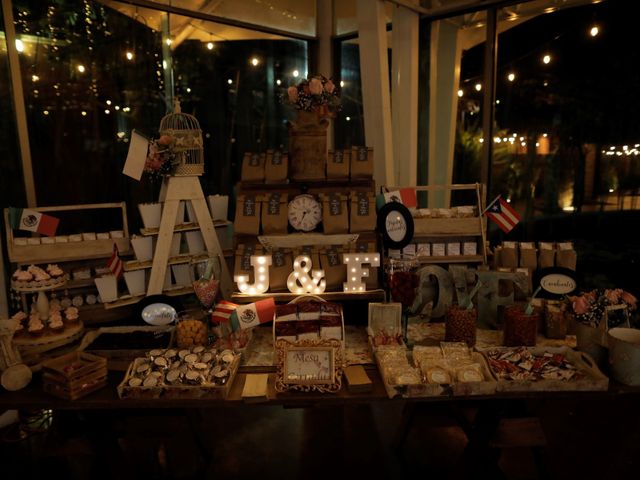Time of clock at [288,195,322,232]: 2:34
